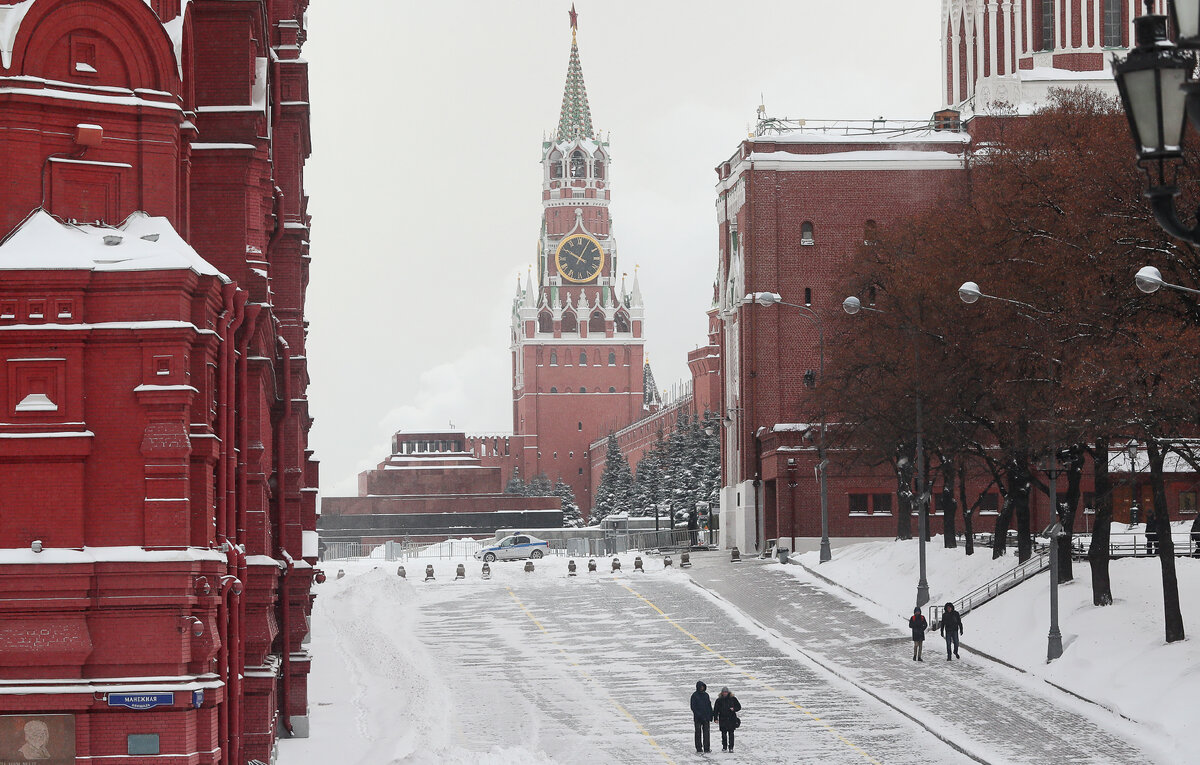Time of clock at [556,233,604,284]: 10:04
